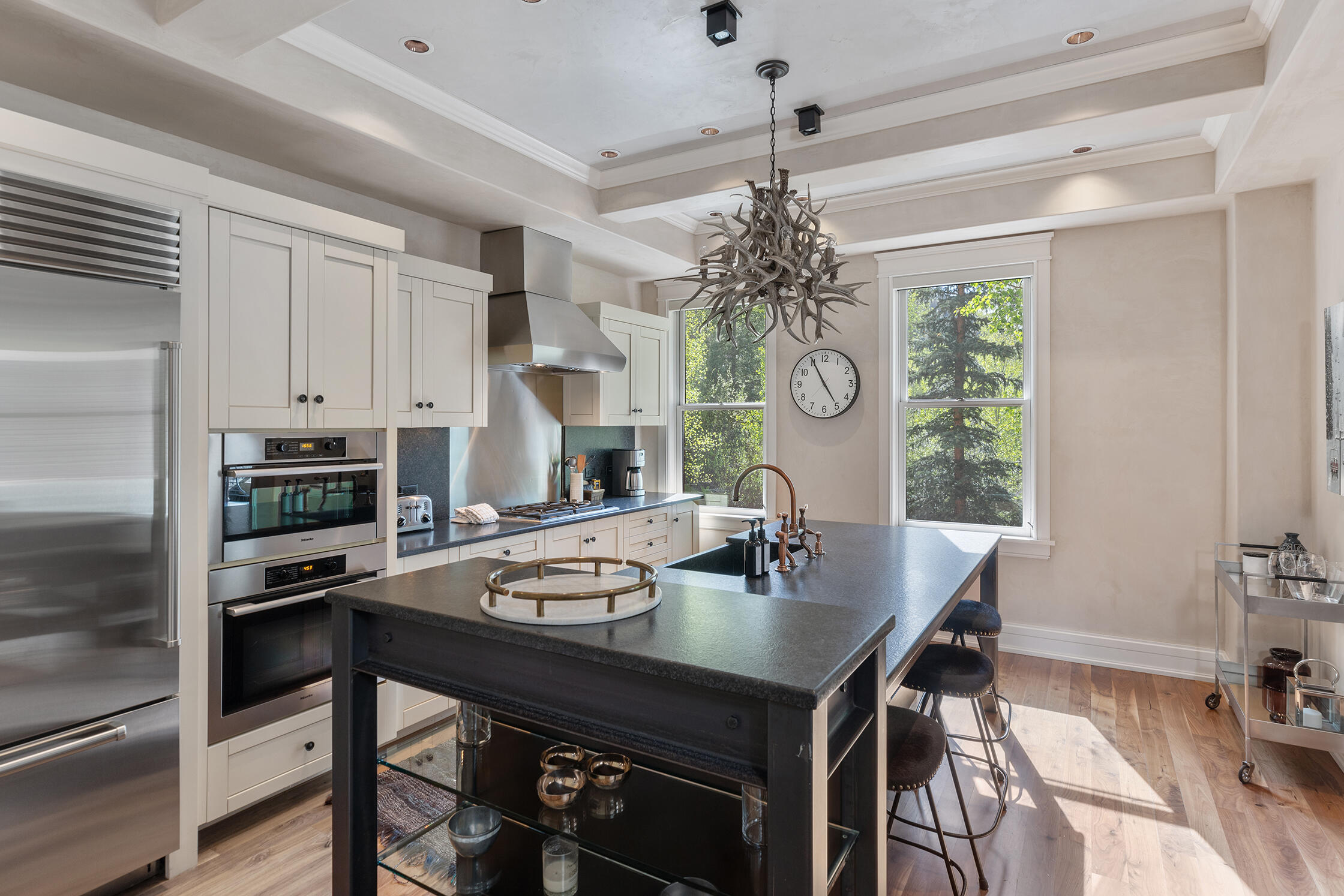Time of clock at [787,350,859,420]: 4:55
